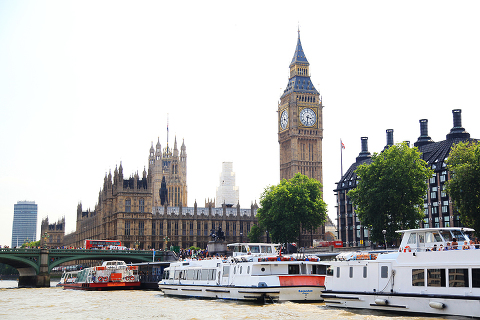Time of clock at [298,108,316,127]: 3:31
